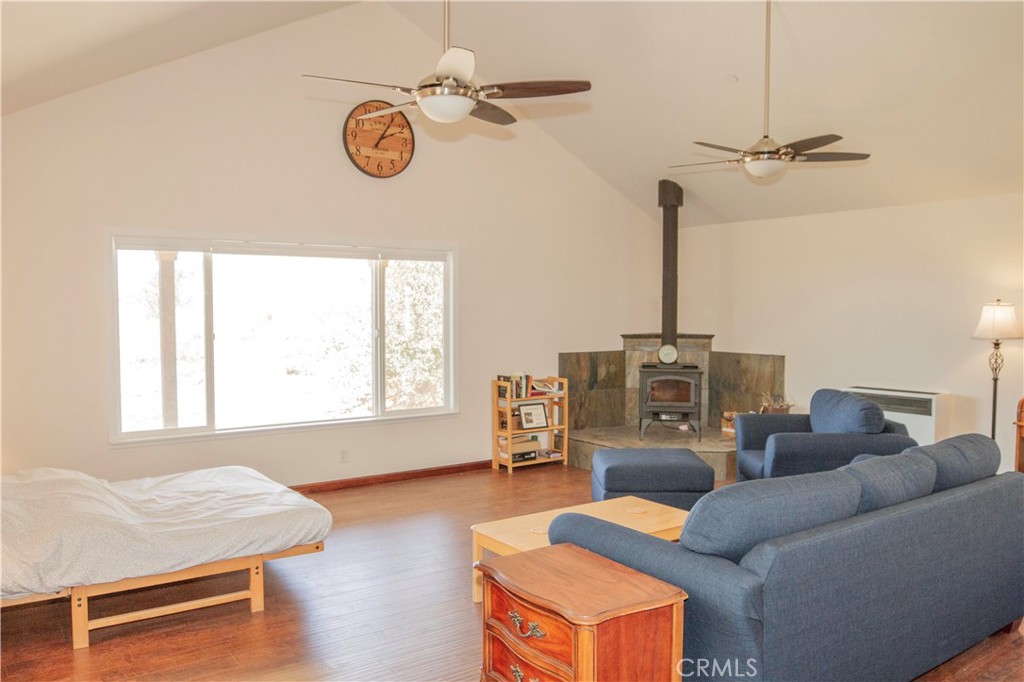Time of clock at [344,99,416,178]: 2:05
